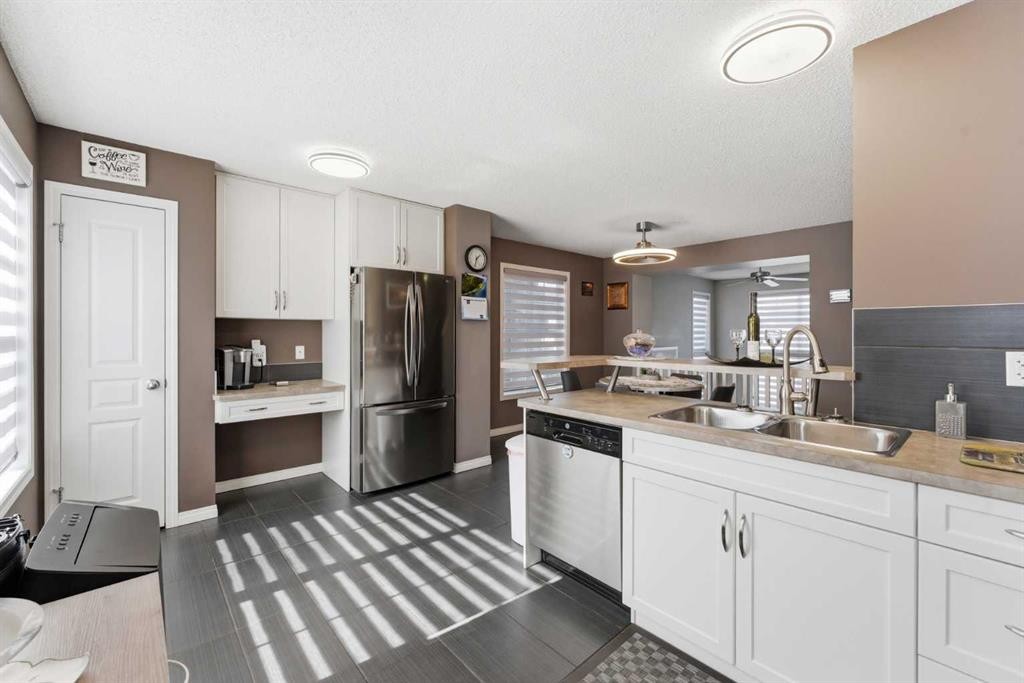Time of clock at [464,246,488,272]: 1:32
